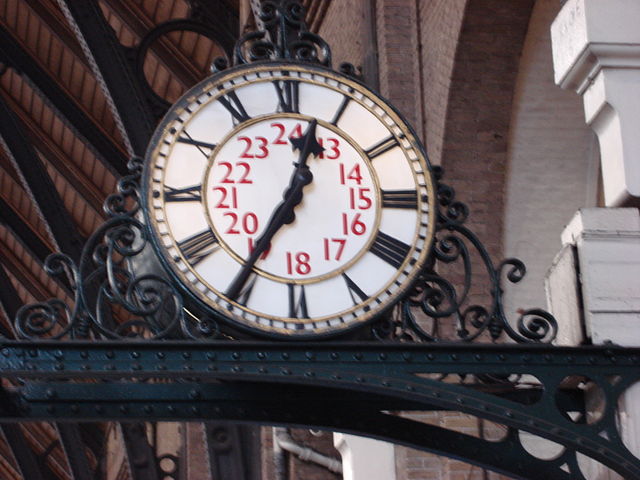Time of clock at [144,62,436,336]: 12:35
